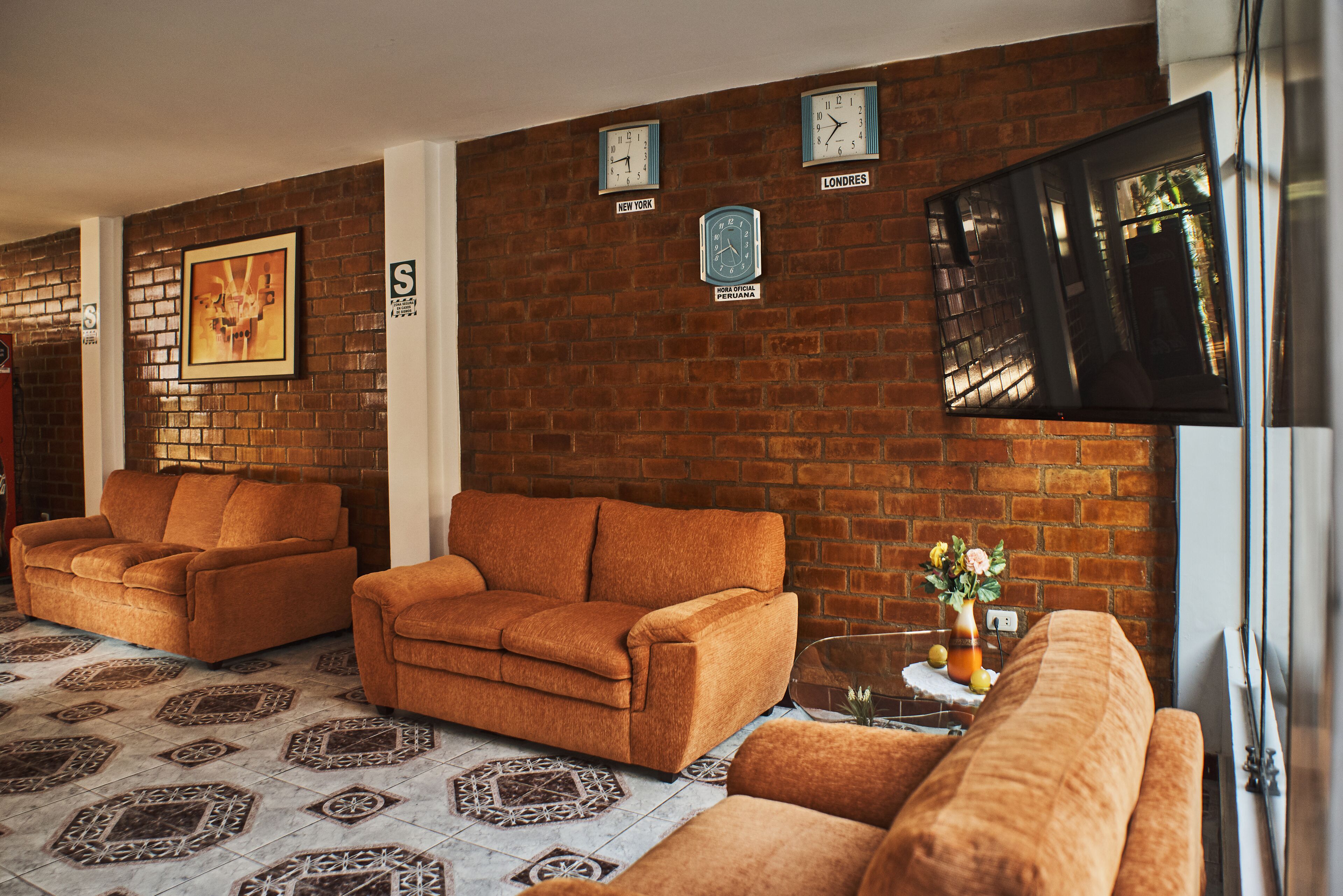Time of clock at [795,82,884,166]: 10:36
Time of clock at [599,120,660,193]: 5:43
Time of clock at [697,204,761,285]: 4:41
